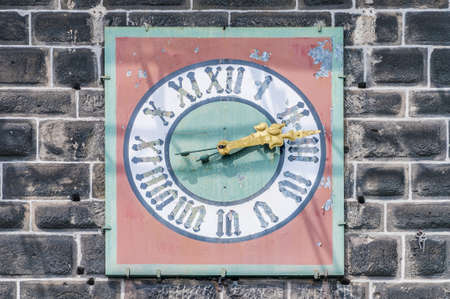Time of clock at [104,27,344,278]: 2:13
